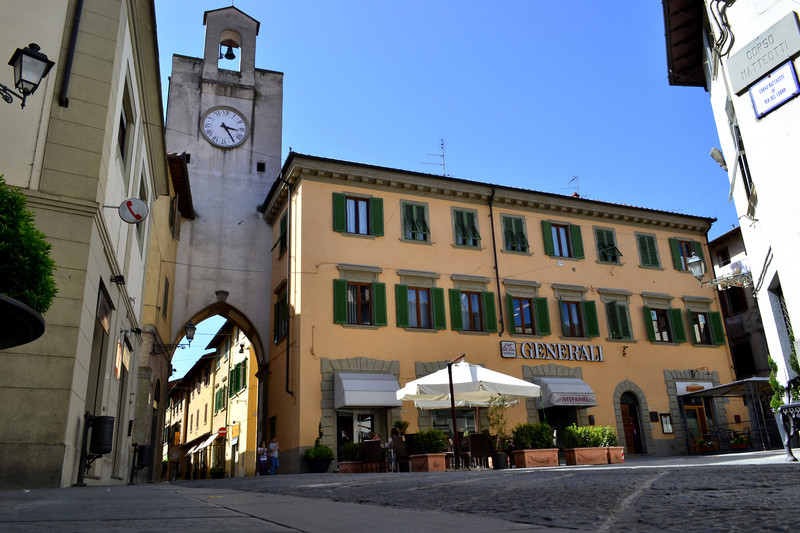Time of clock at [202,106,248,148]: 3:24
